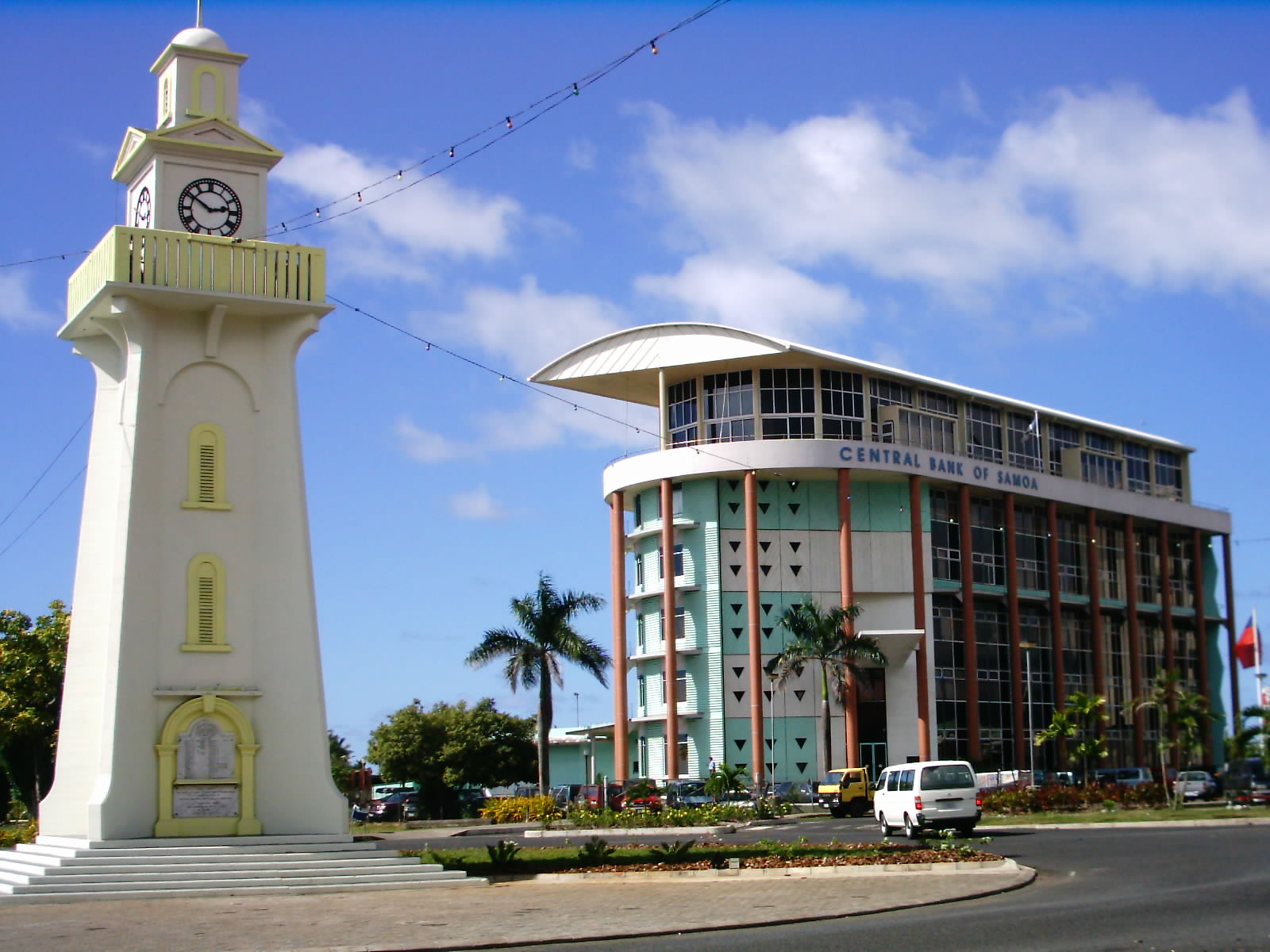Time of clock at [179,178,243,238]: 2:50
